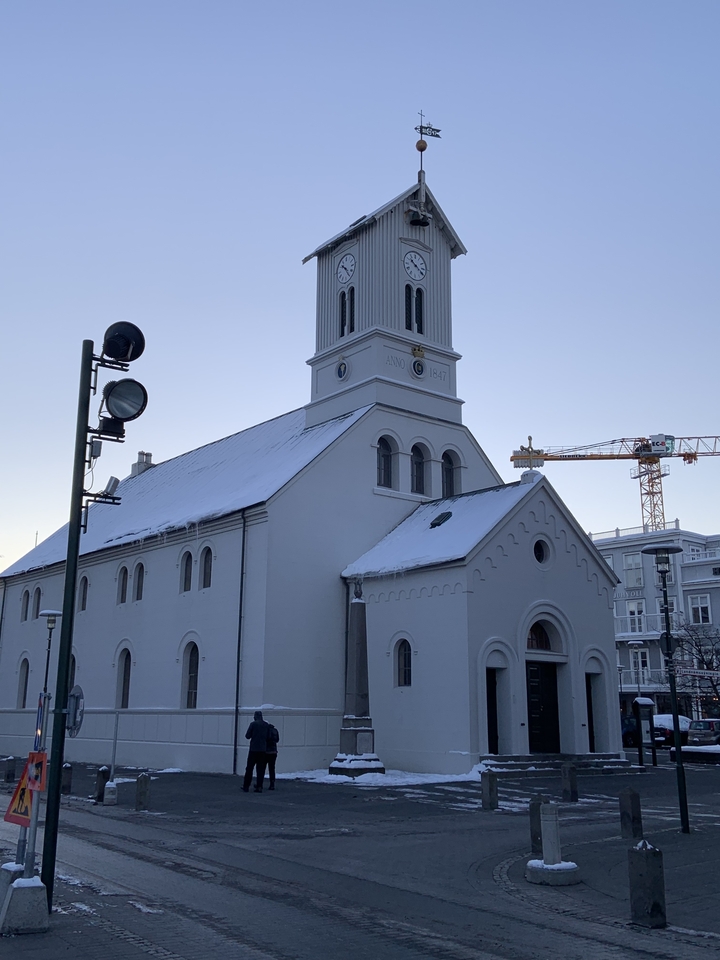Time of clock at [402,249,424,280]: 10:20
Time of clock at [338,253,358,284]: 10:24
